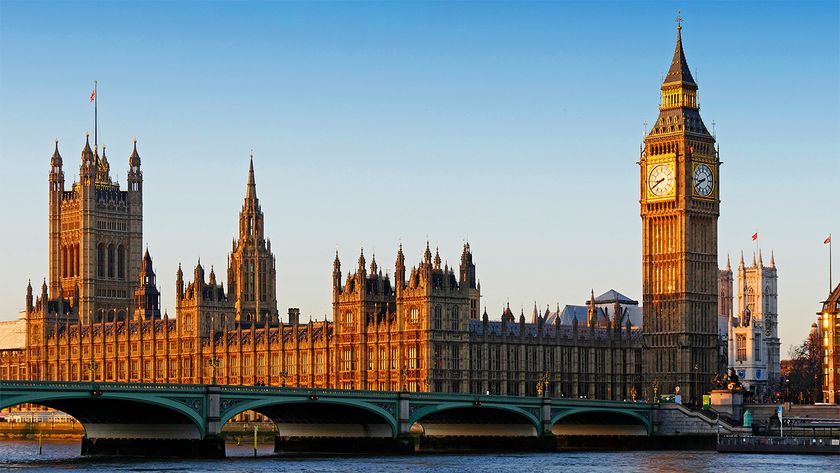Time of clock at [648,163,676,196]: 8:40
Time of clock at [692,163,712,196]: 8:40
